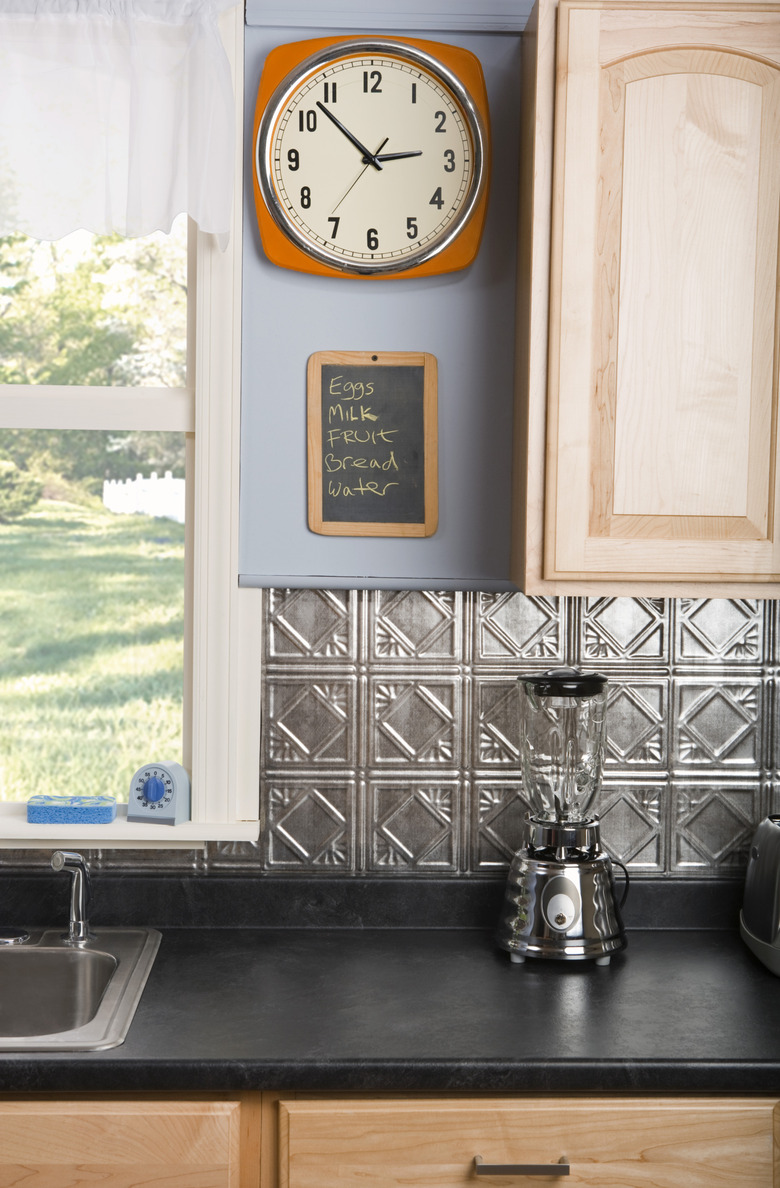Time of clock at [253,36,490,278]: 2:52
